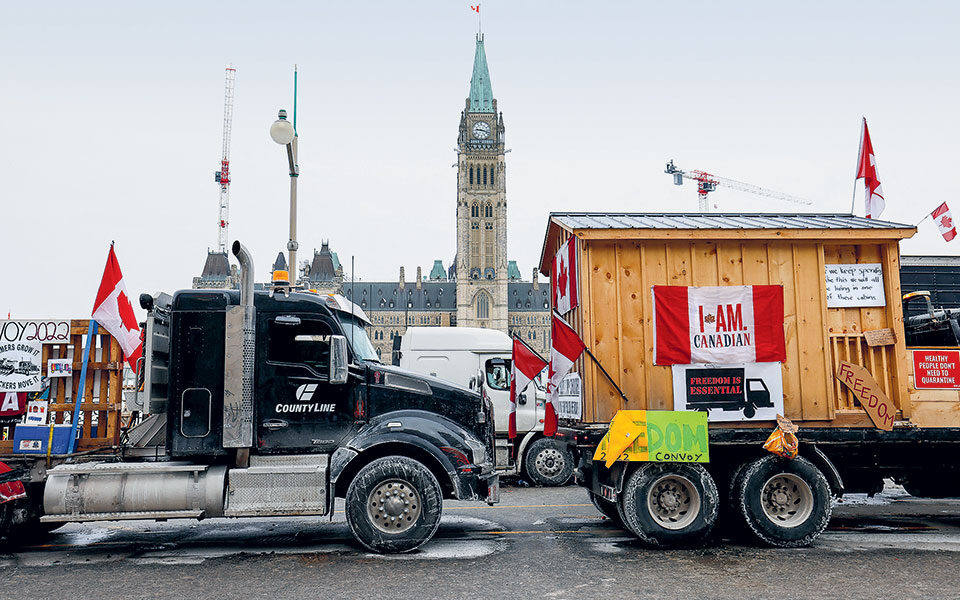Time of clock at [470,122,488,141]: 9:18
